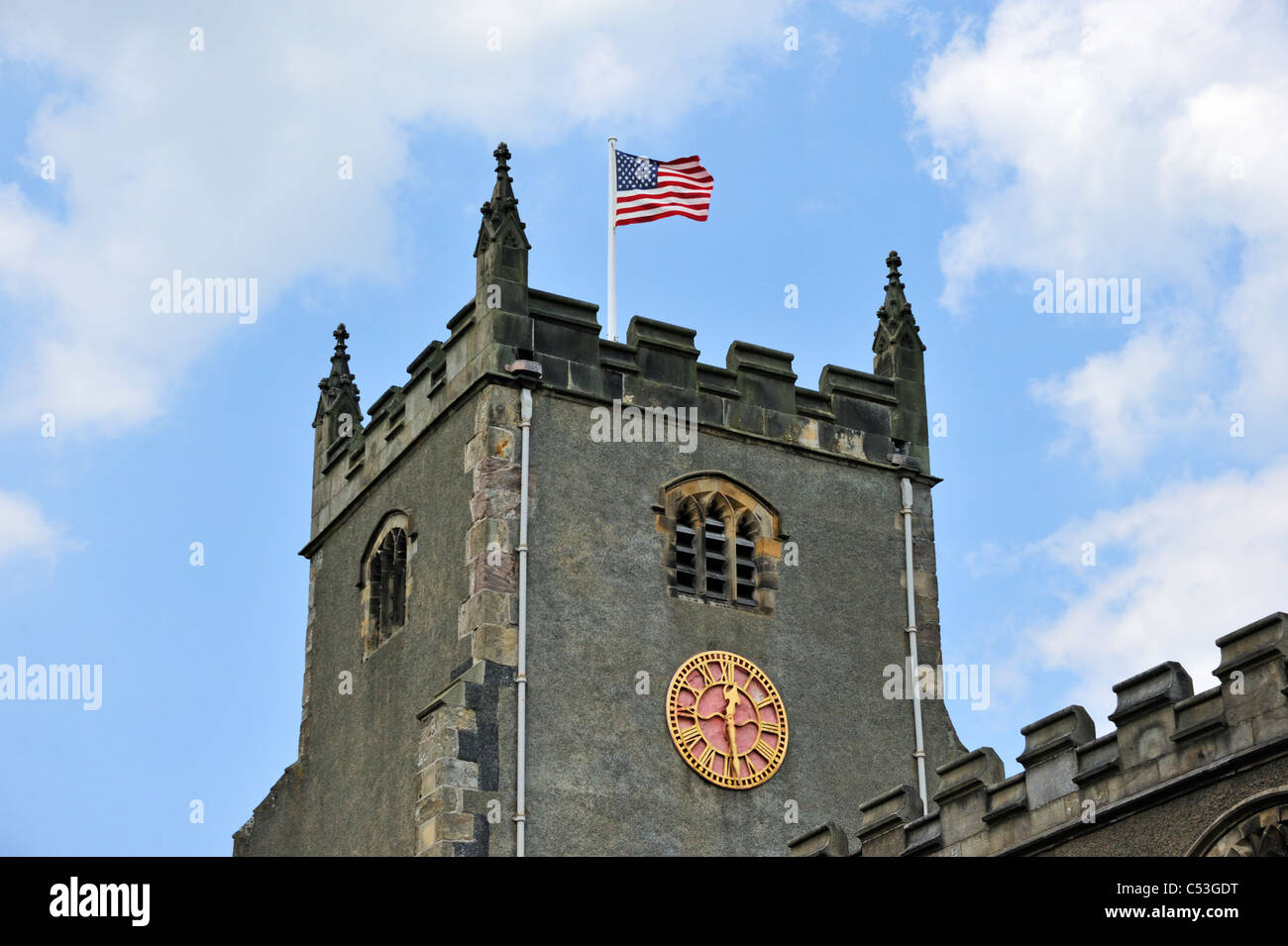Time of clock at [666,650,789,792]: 12:28
